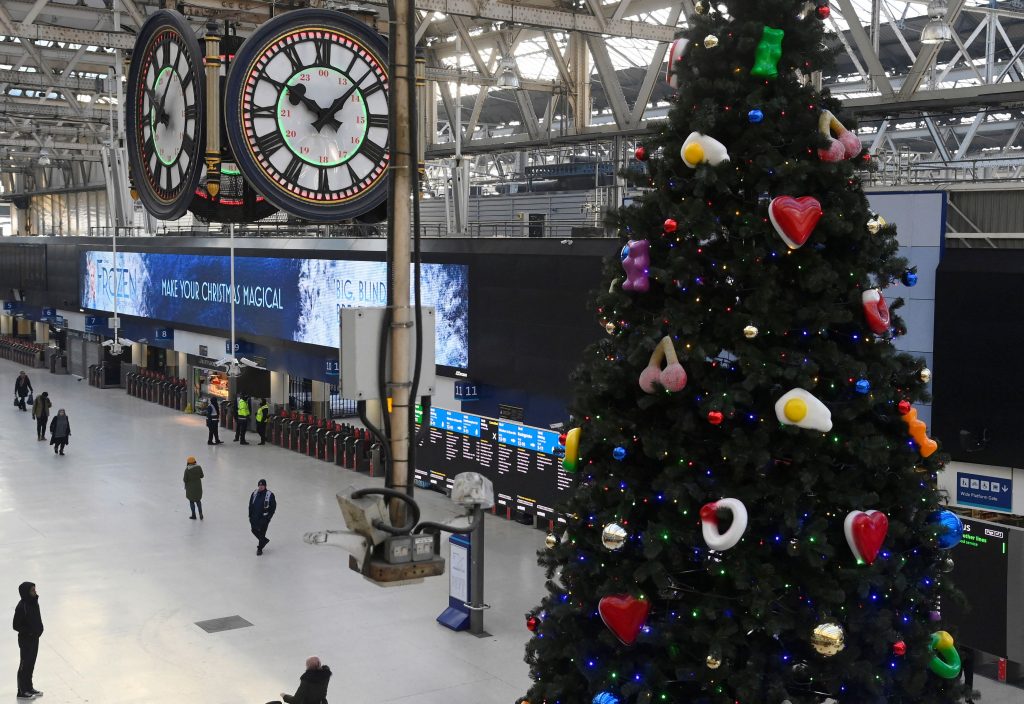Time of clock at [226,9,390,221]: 10:07
